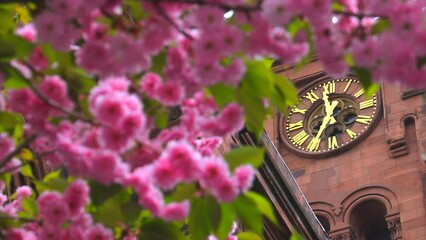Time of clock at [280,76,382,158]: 11:35
